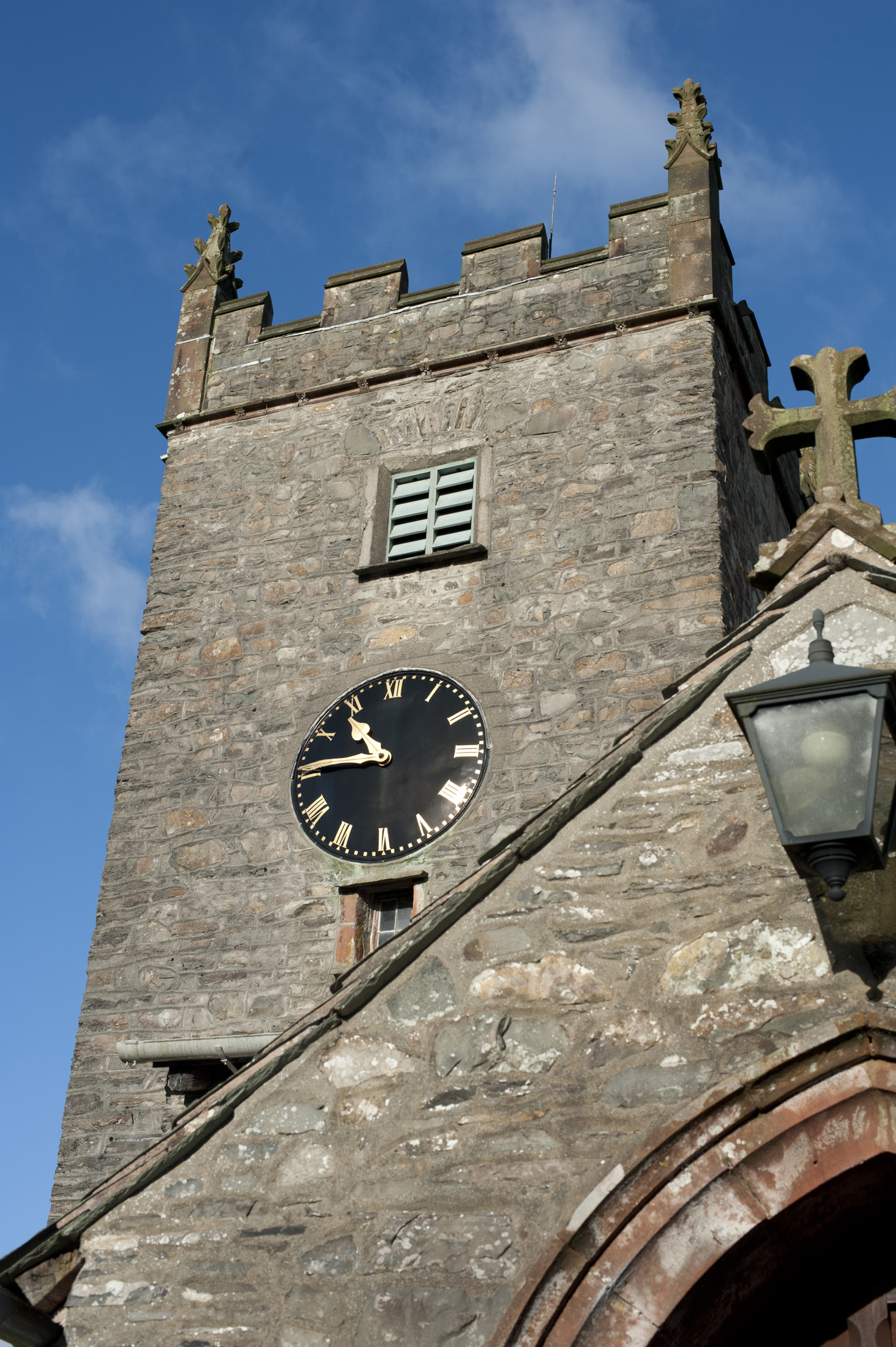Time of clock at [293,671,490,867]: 10:45
